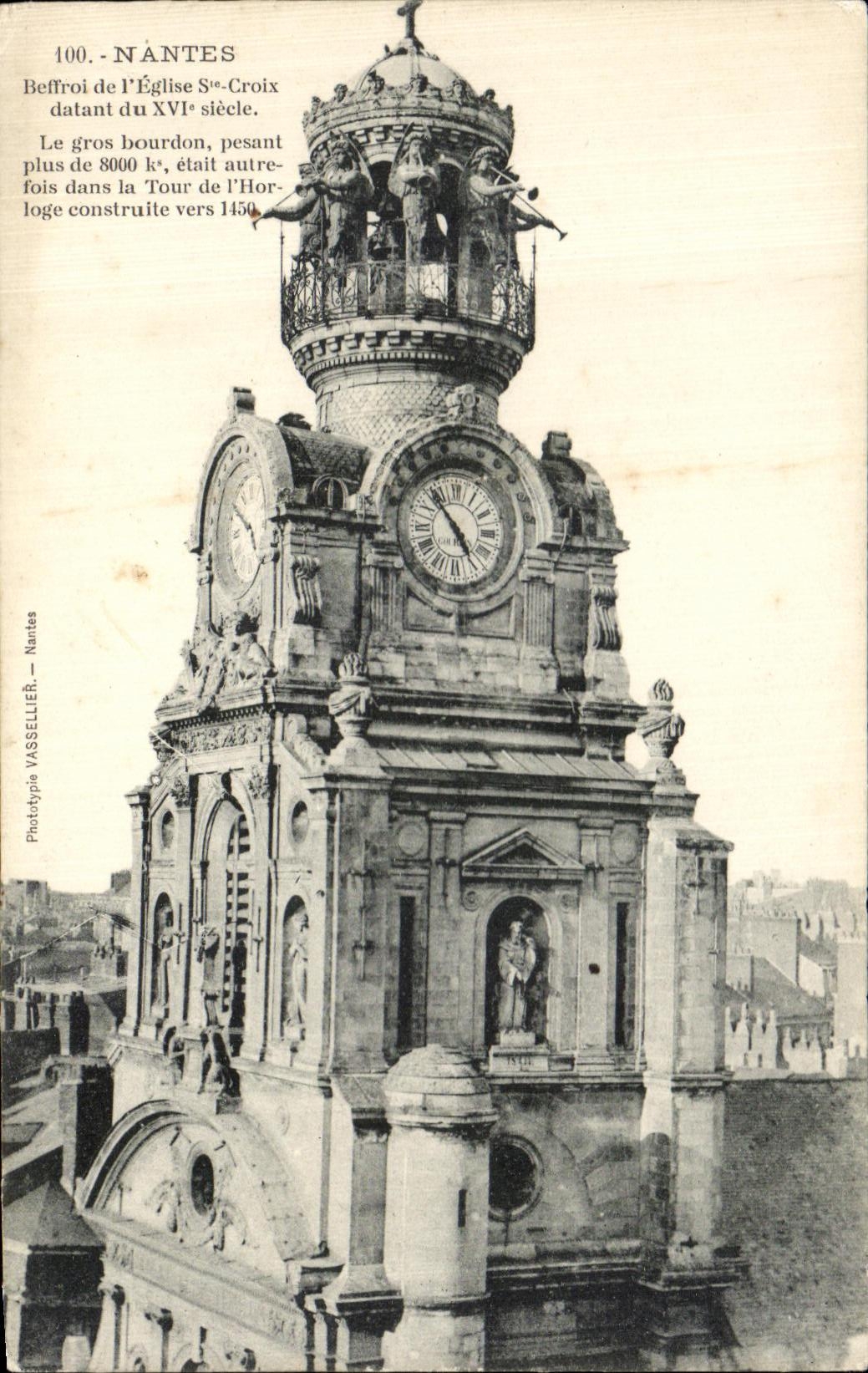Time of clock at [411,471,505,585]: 4:53
